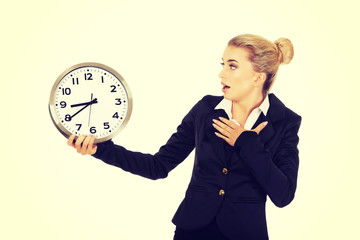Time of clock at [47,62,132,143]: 8:39
